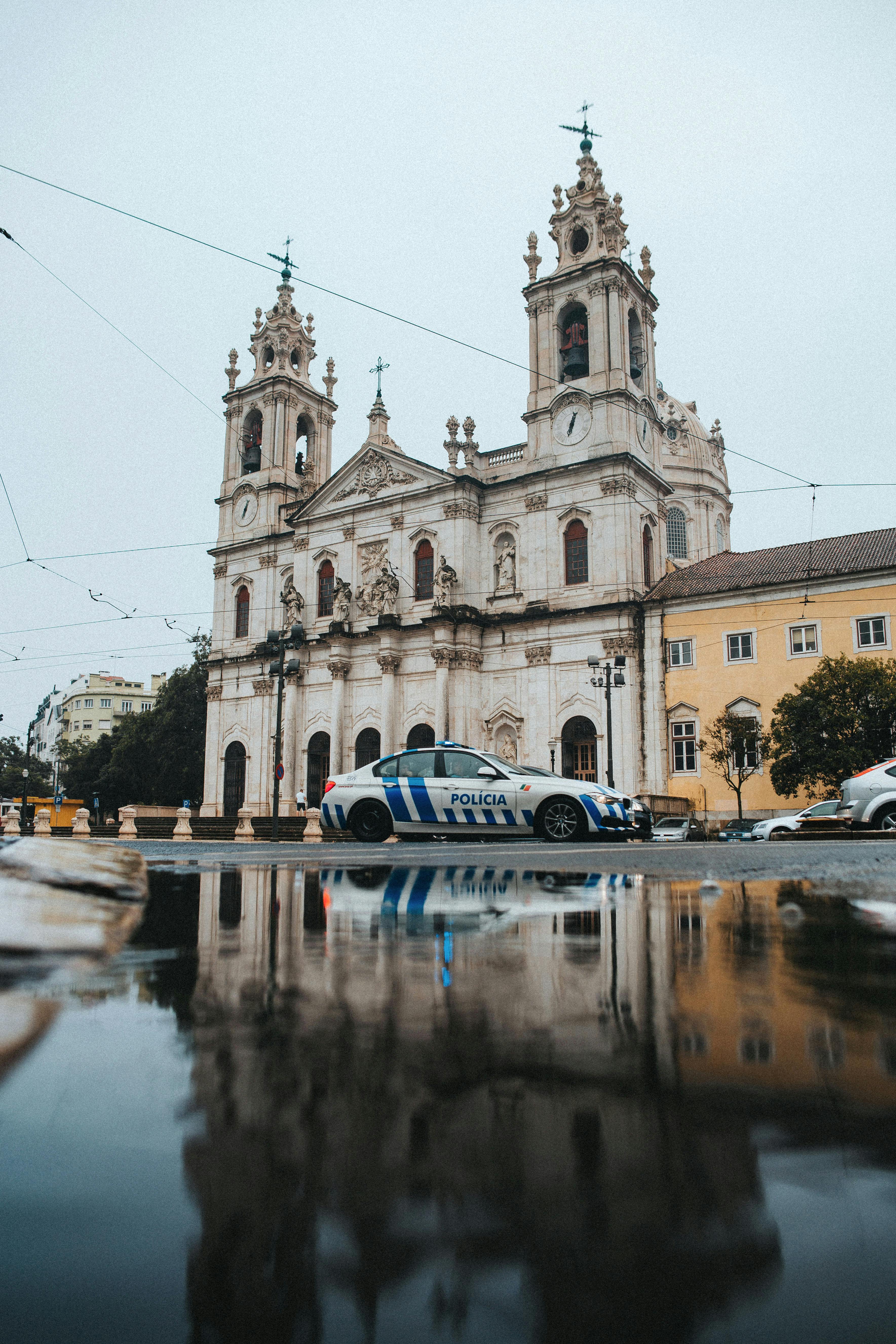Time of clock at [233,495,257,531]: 6:32
